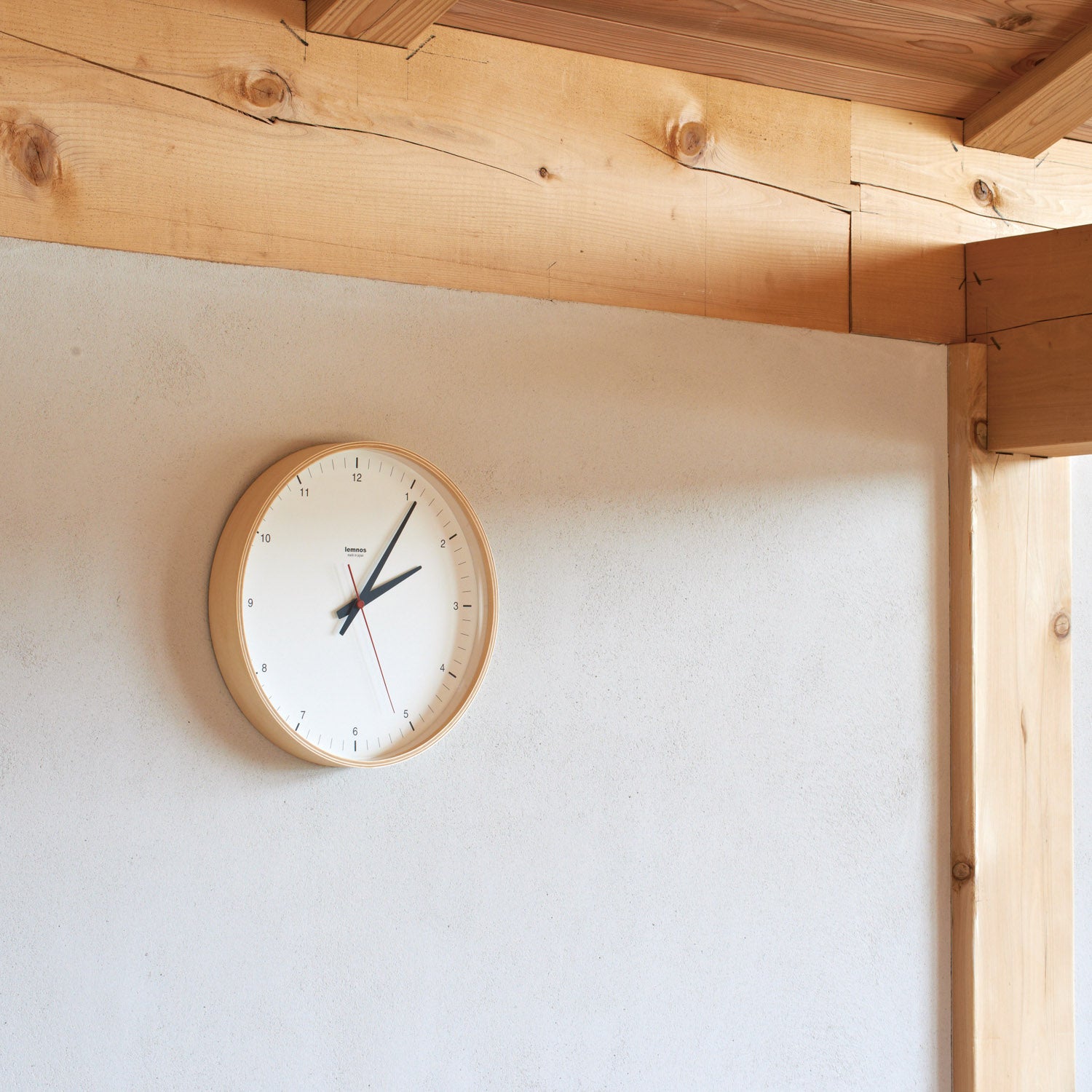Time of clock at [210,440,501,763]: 2:05
